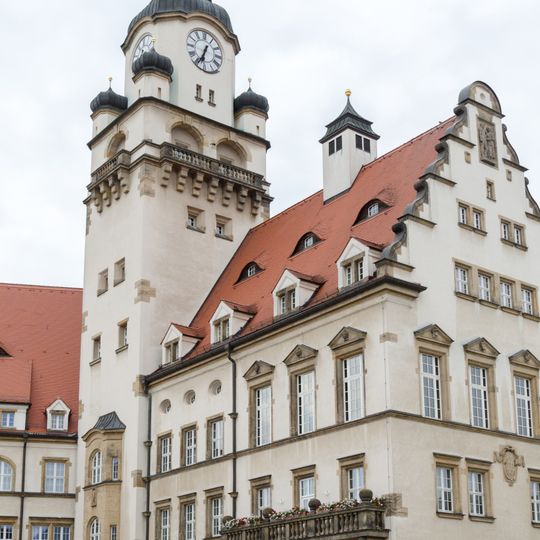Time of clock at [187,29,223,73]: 6:34
